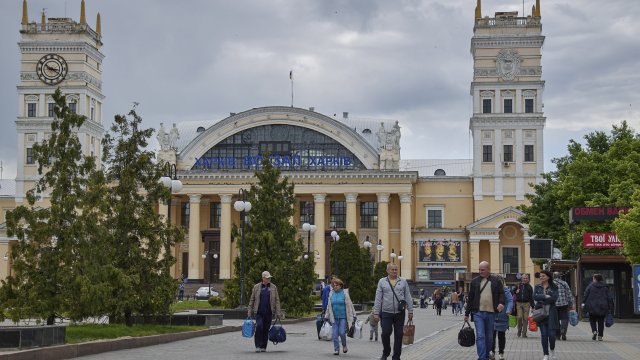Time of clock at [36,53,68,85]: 3:20
